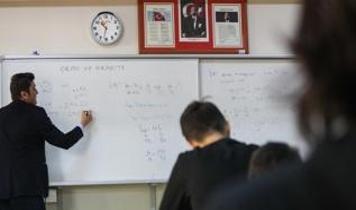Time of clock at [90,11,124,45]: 10:32
